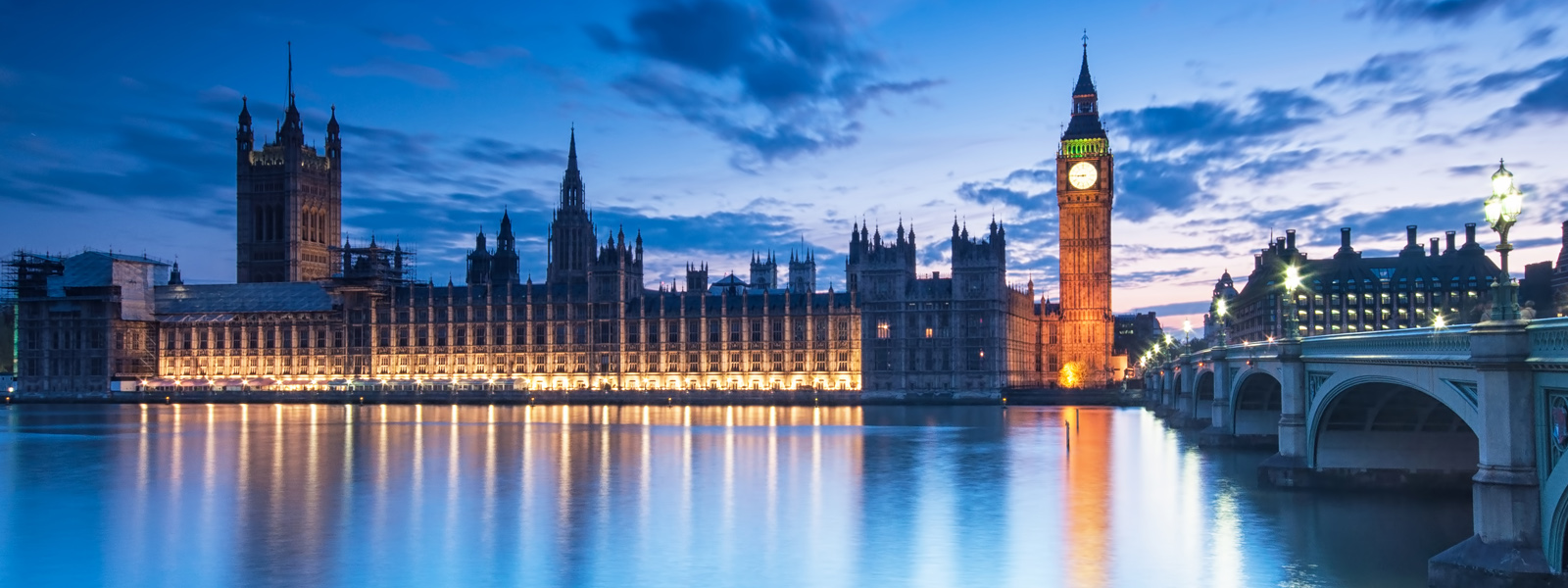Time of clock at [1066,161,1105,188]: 8:45
